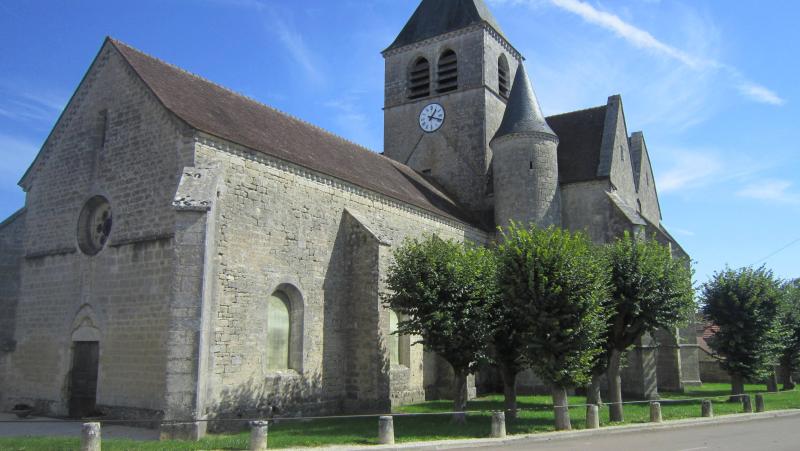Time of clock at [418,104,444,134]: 1:18
